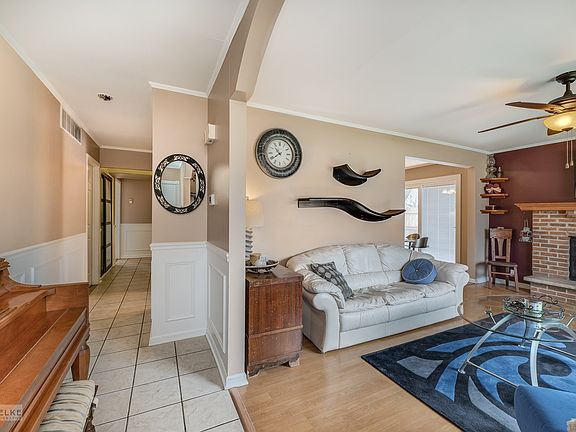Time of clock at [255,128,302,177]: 10:39
